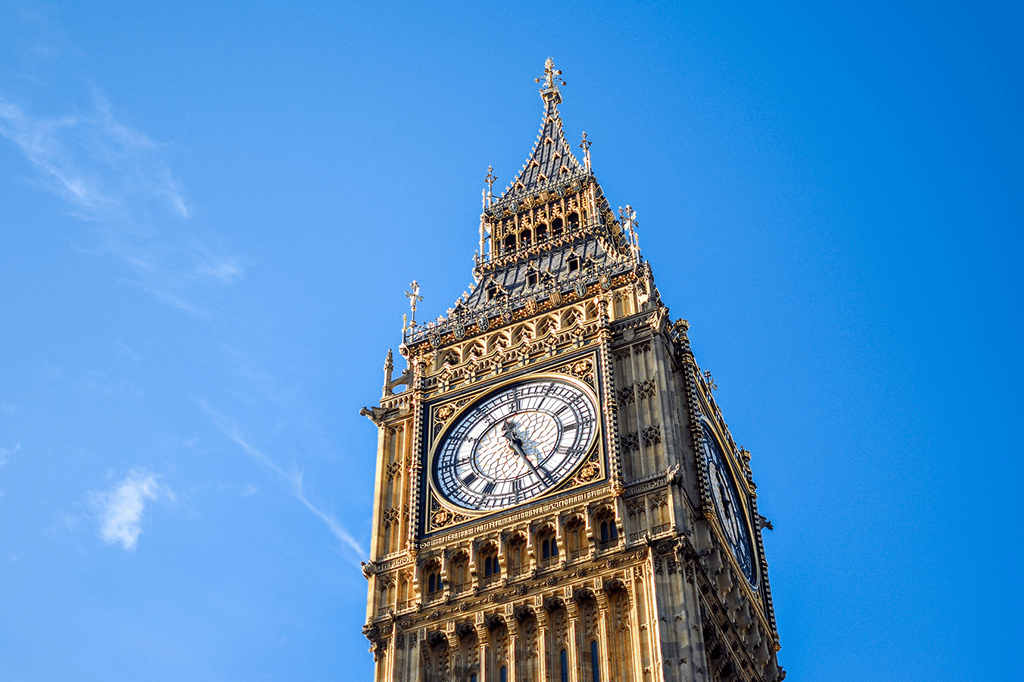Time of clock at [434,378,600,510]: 11:25
